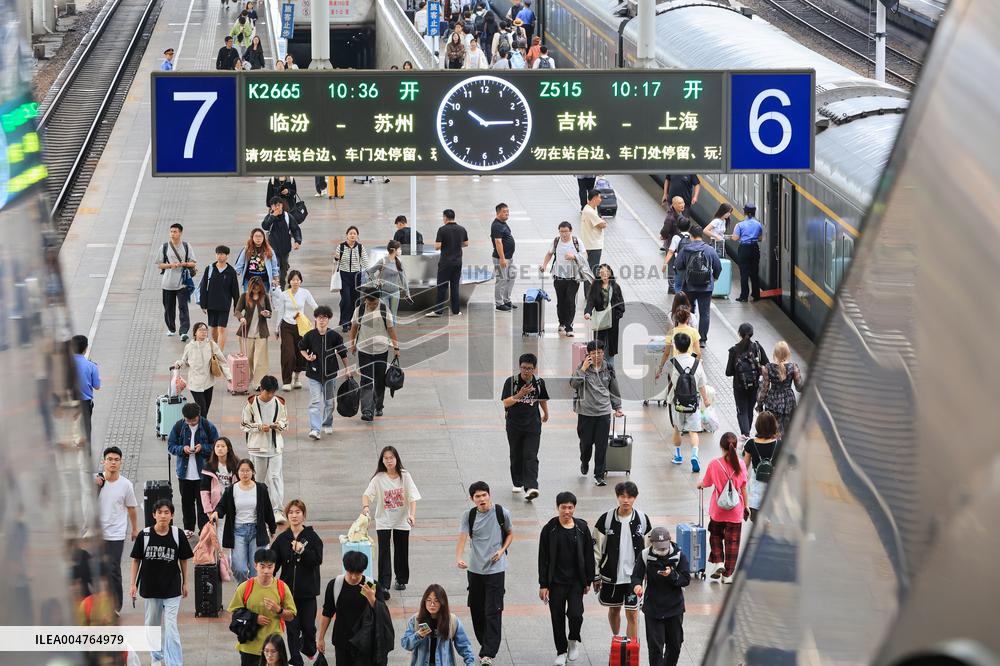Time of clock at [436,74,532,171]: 10:14
